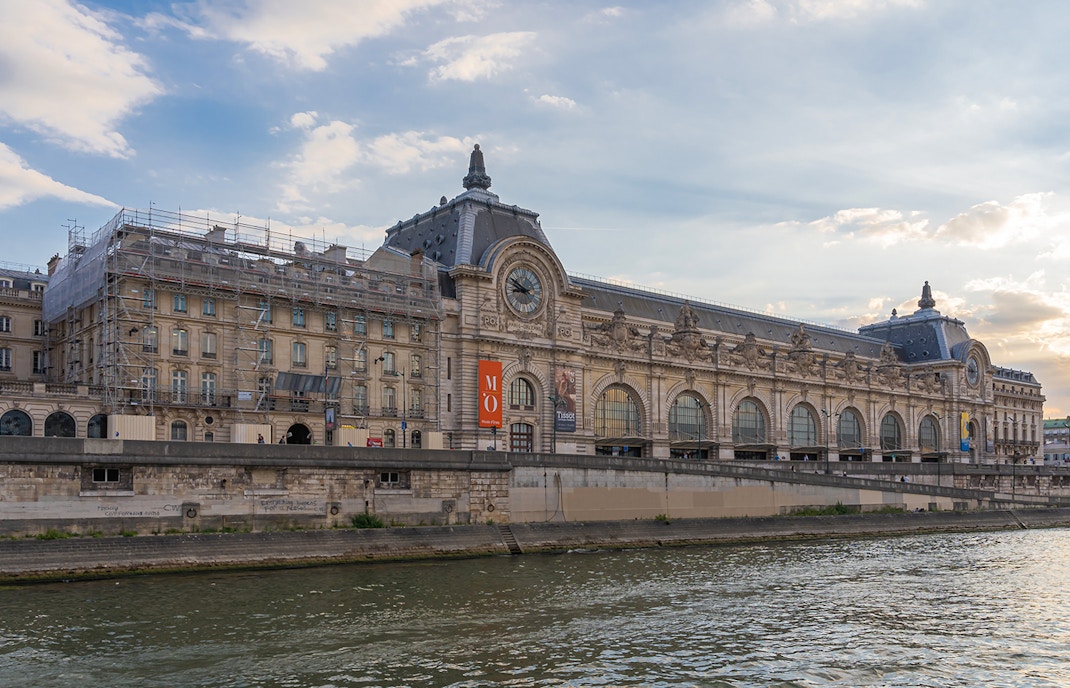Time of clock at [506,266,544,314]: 8:49
